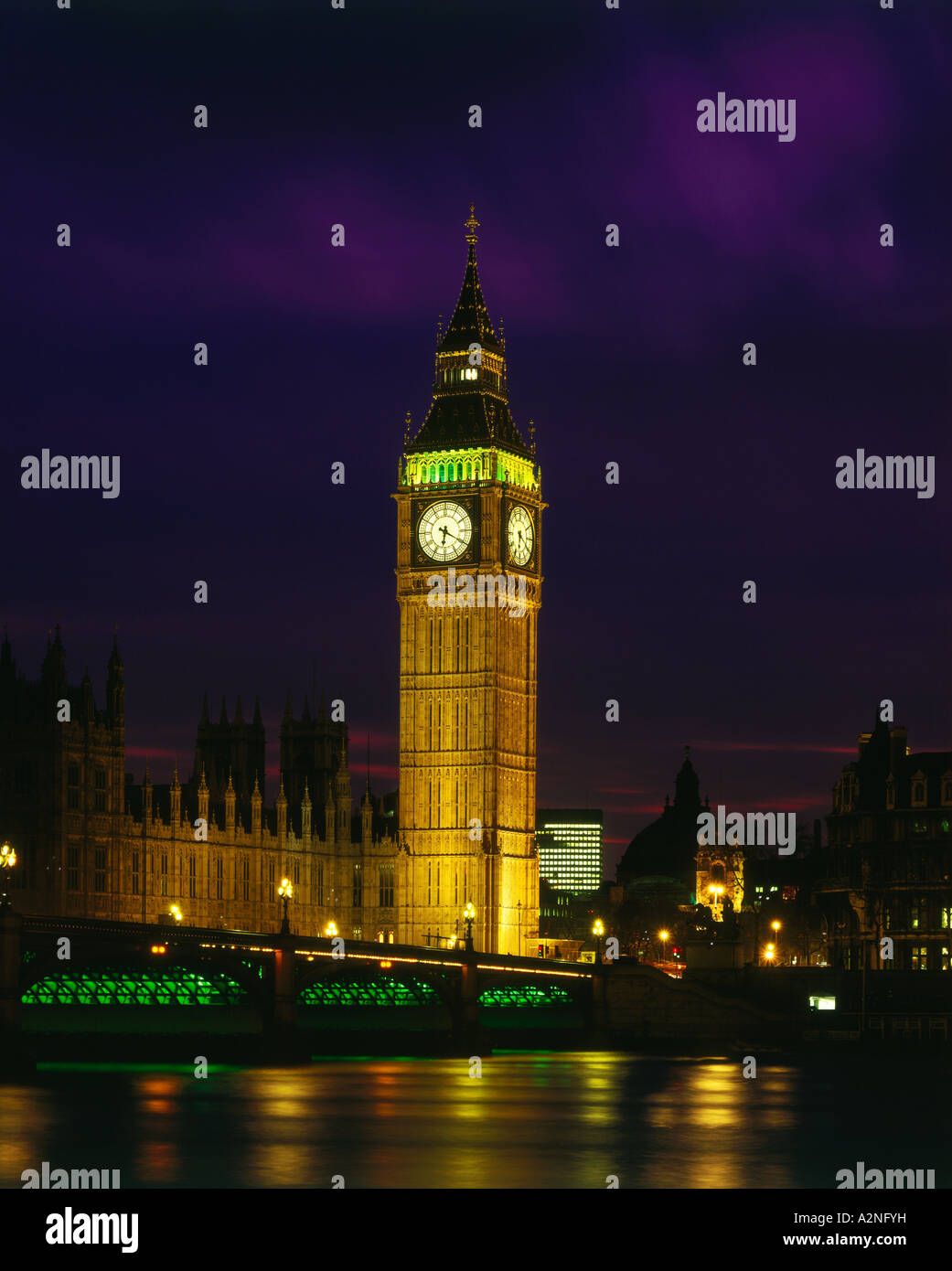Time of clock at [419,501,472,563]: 6:19
